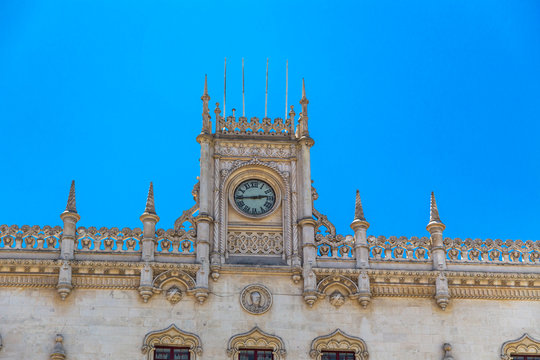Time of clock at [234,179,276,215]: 2:44
